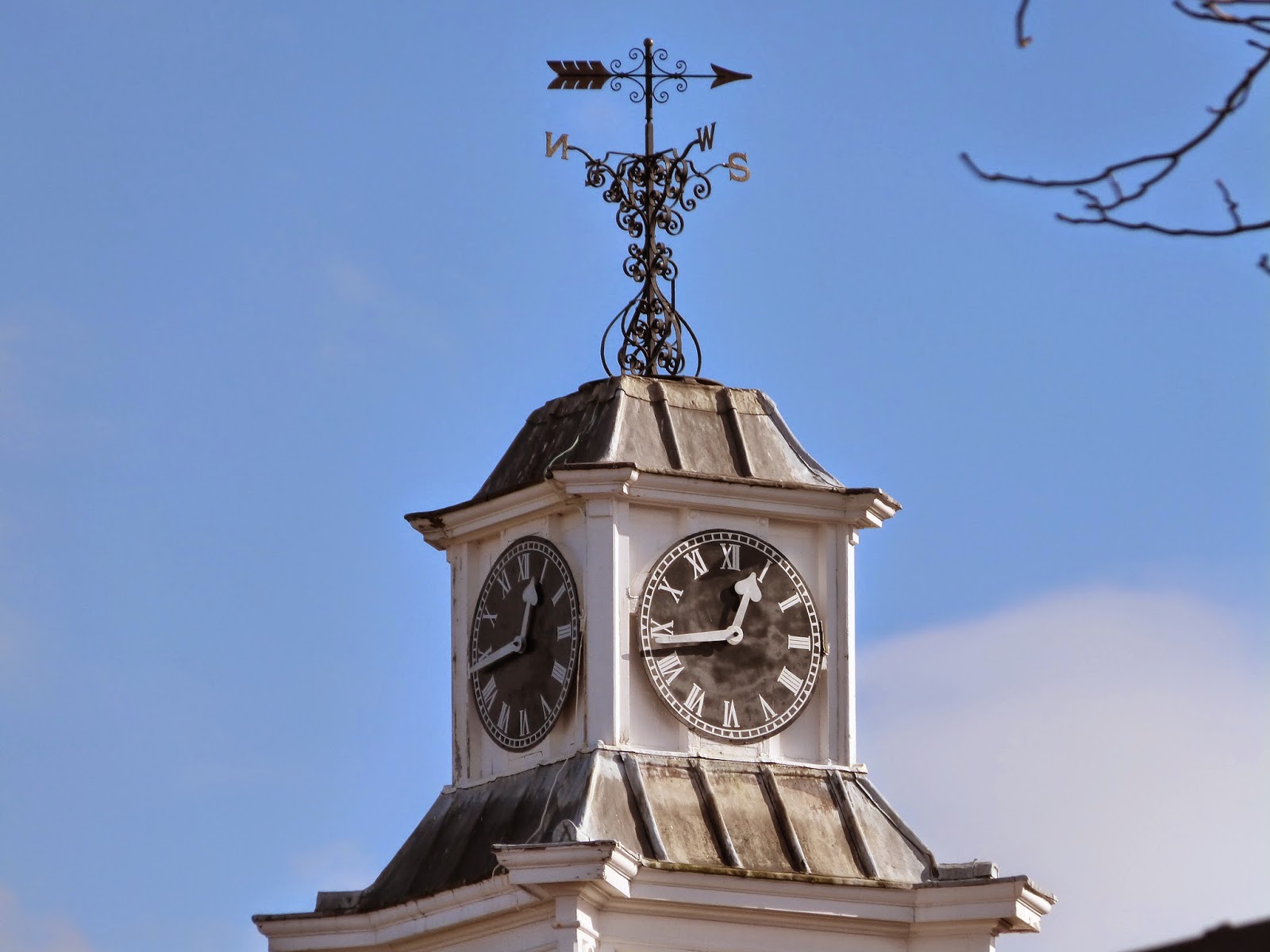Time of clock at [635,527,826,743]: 12:43
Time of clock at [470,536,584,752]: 12:43
